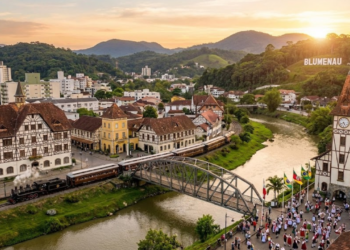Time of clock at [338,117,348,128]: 4:42
